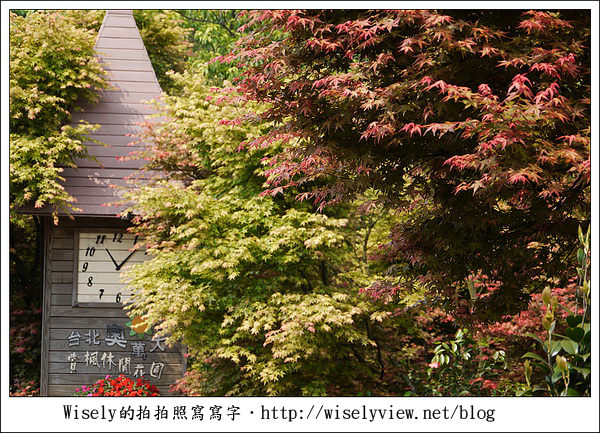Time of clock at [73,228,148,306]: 11:06
